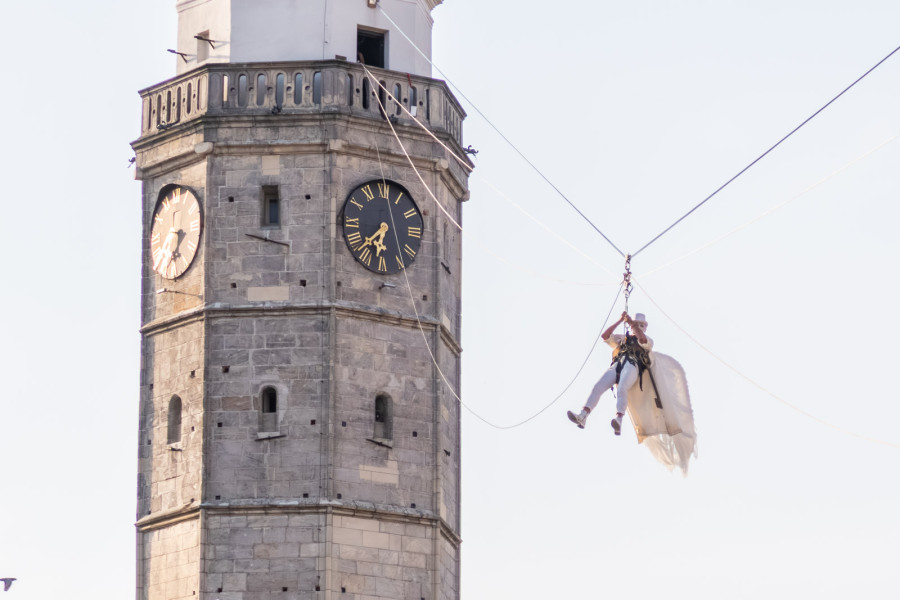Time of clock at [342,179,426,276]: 6:37
